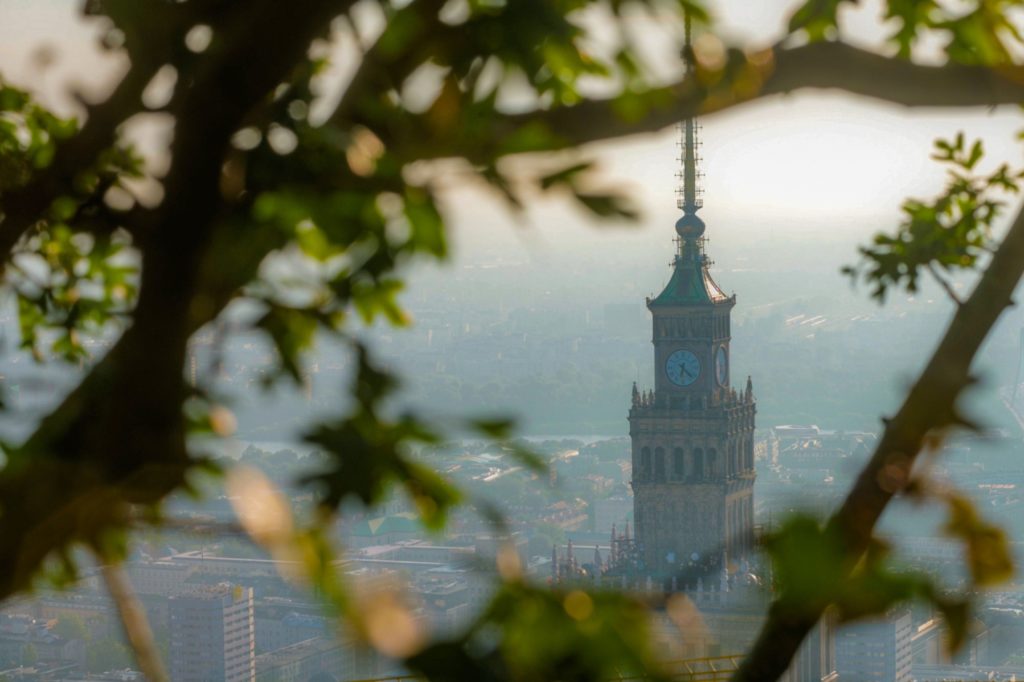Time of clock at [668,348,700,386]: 6:22
